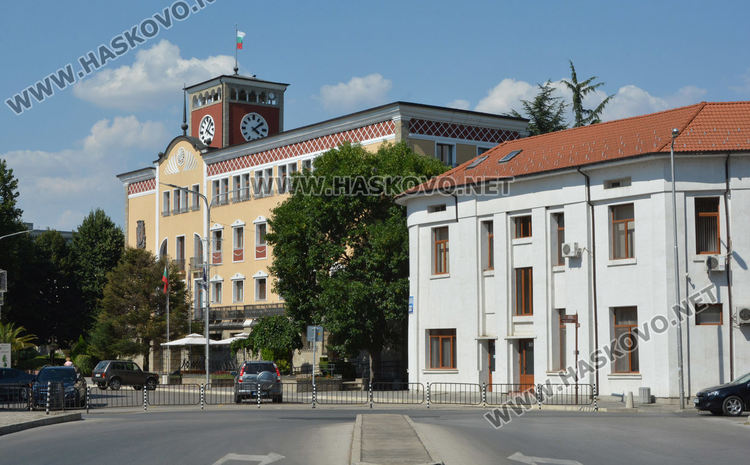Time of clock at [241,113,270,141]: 4:08
